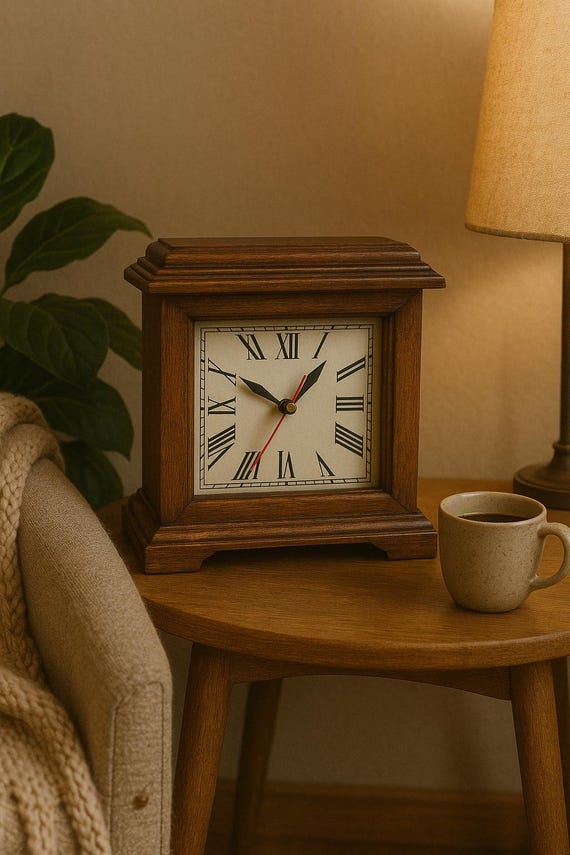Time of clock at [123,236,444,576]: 10:07
